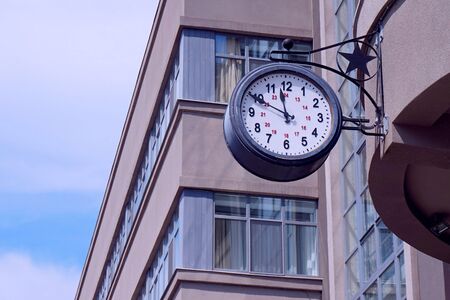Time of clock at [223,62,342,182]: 11:49
